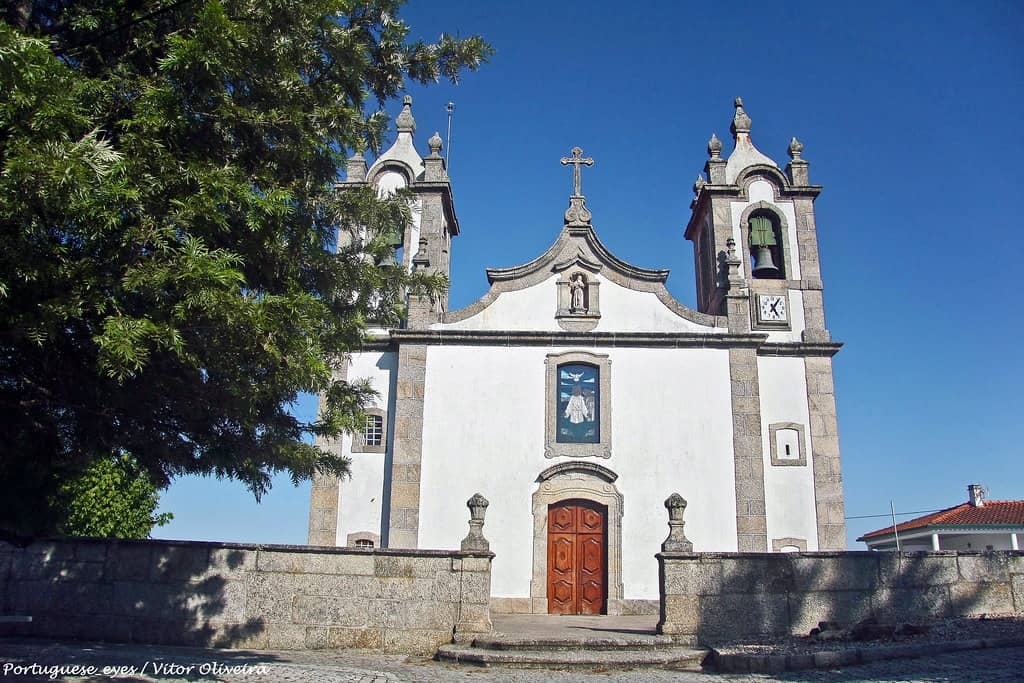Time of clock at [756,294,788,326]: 5:06
